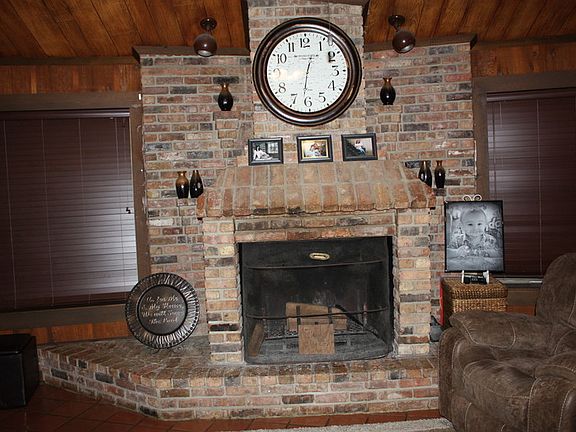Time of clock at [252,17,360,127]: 12:31
